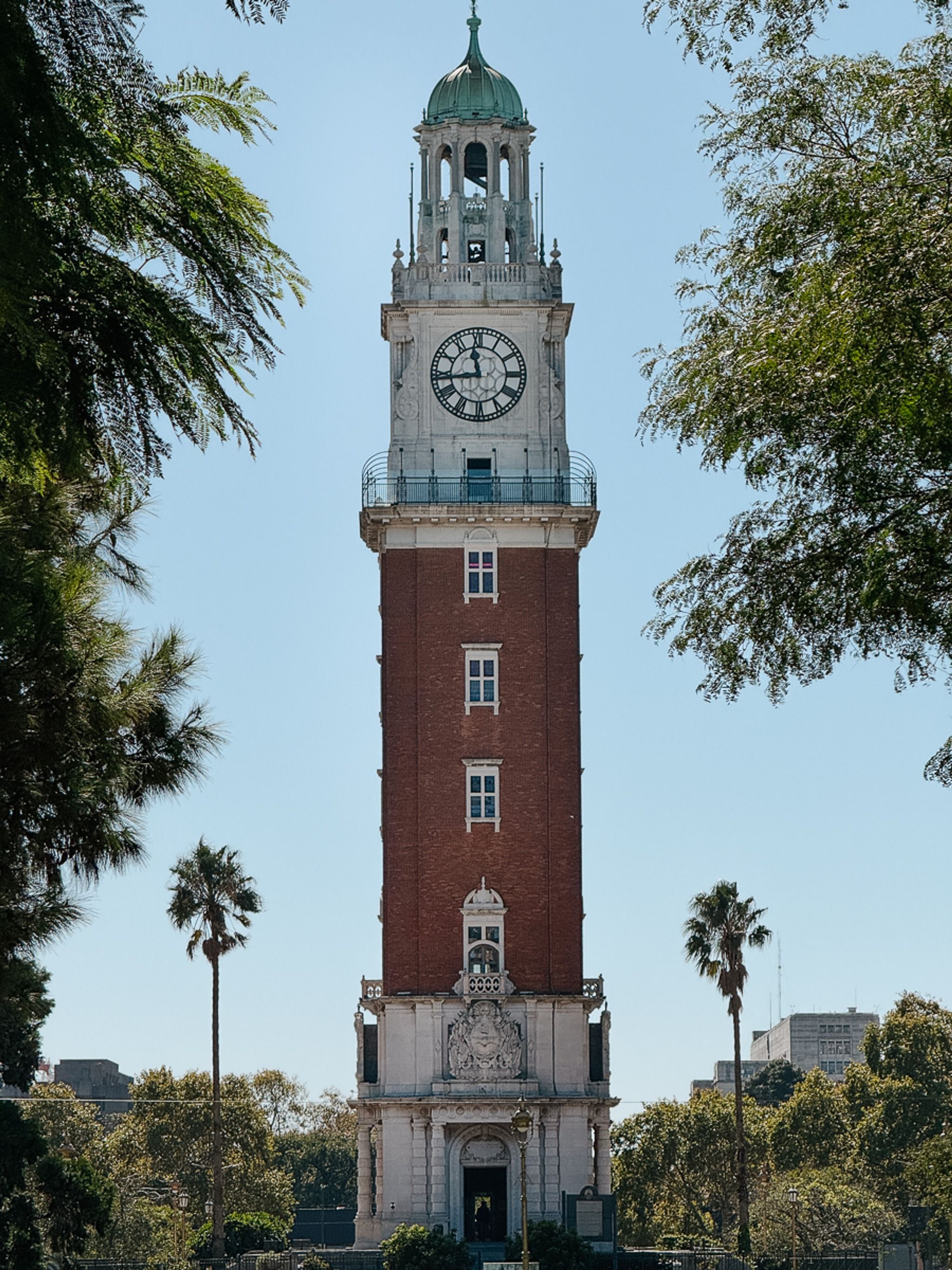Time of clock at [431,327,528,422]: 11:43
